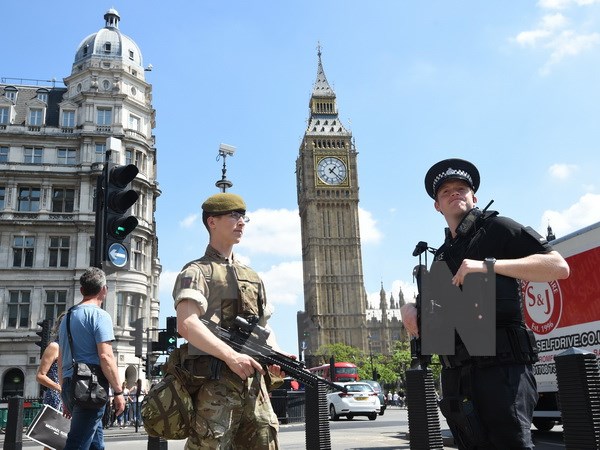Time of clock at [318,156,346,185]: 1:22
